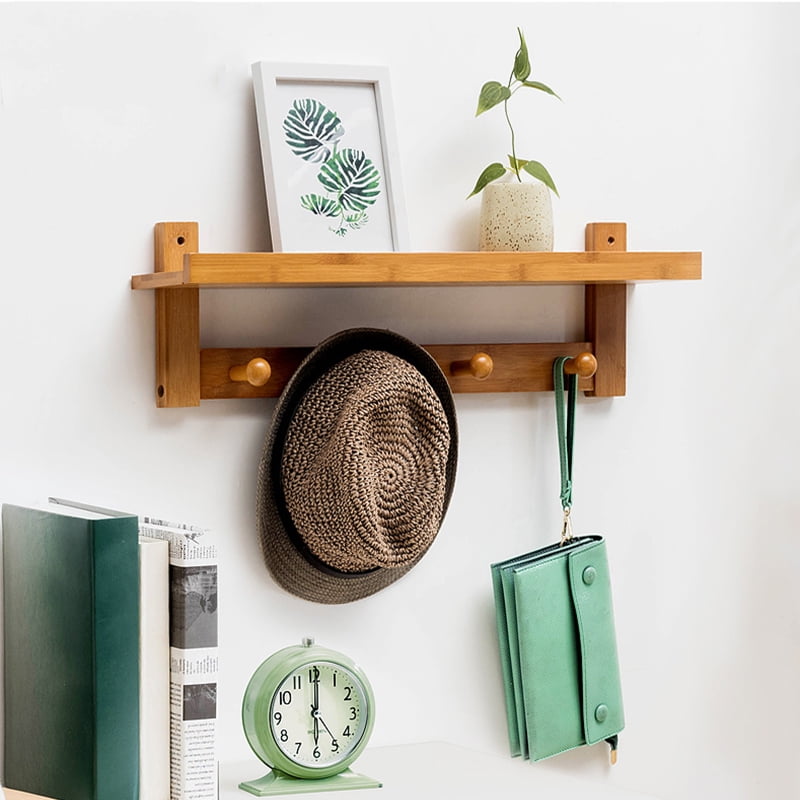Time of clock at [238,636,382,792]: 6:00
